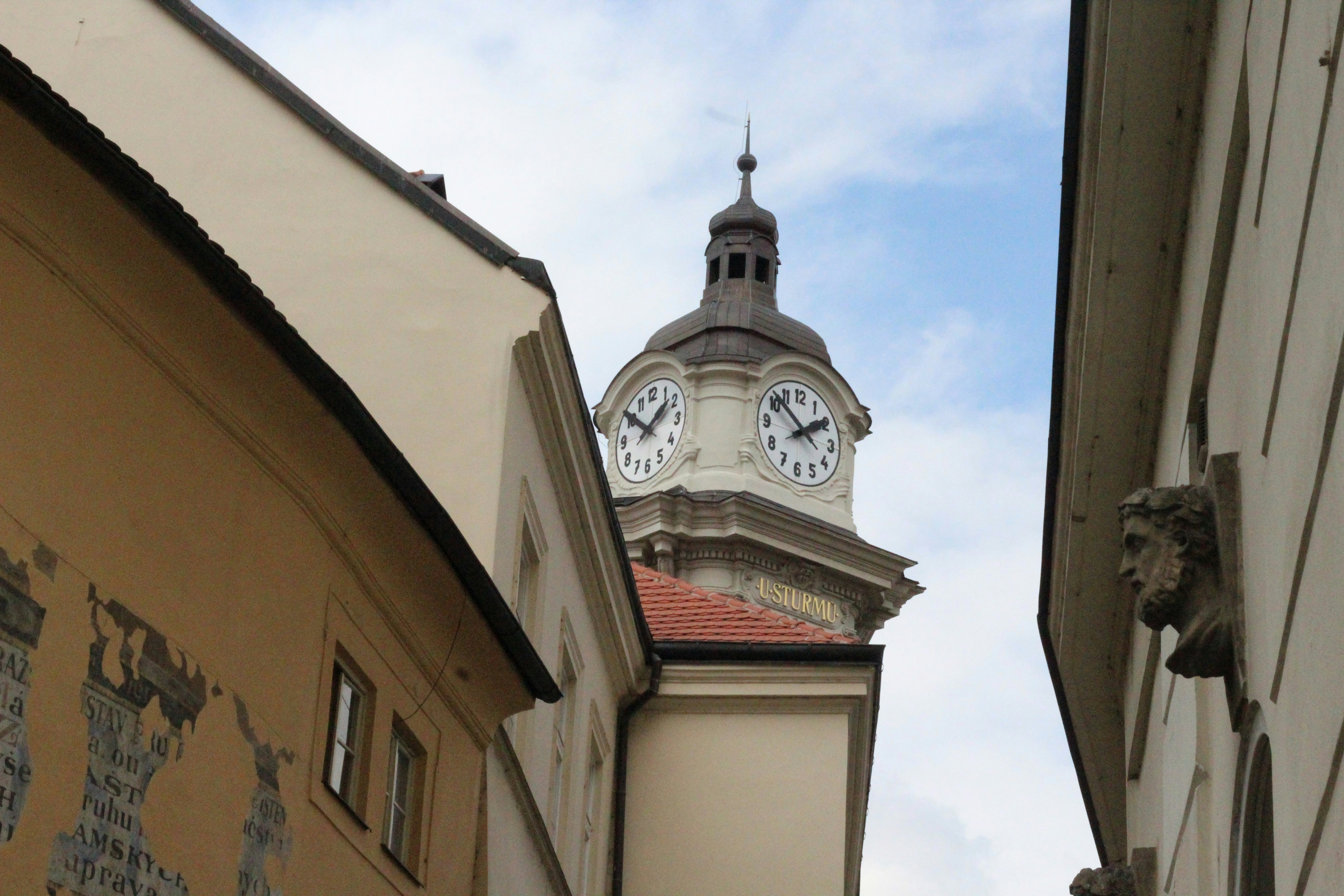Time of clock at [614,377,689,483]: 1:50
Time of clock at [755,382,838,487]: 1:51
